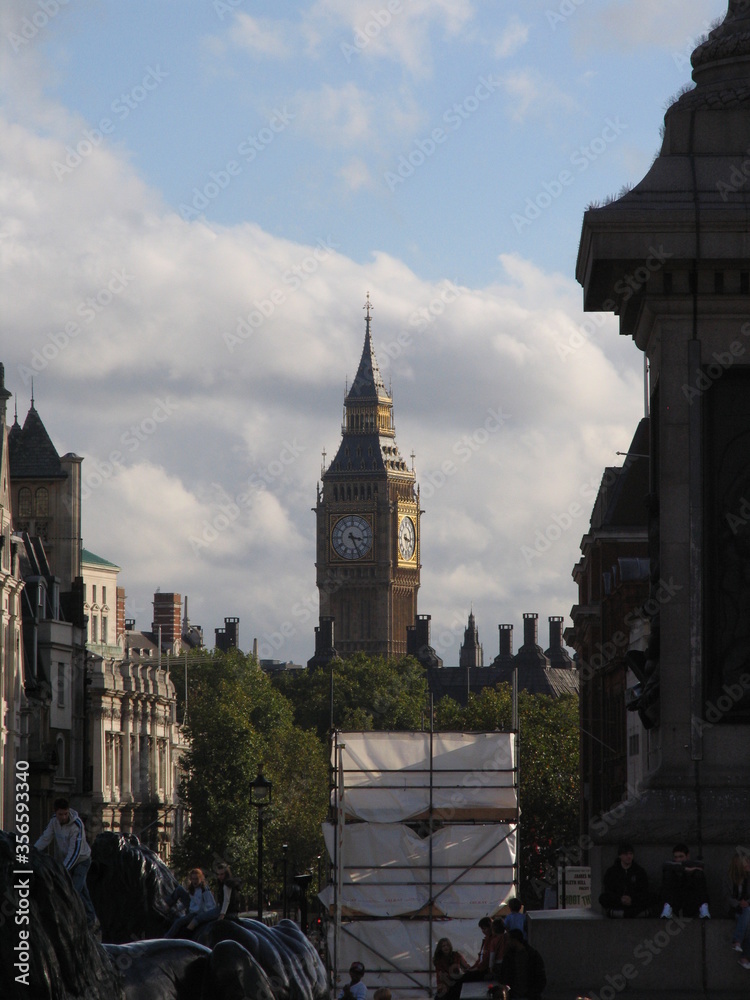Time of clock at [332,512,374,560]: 3:26
